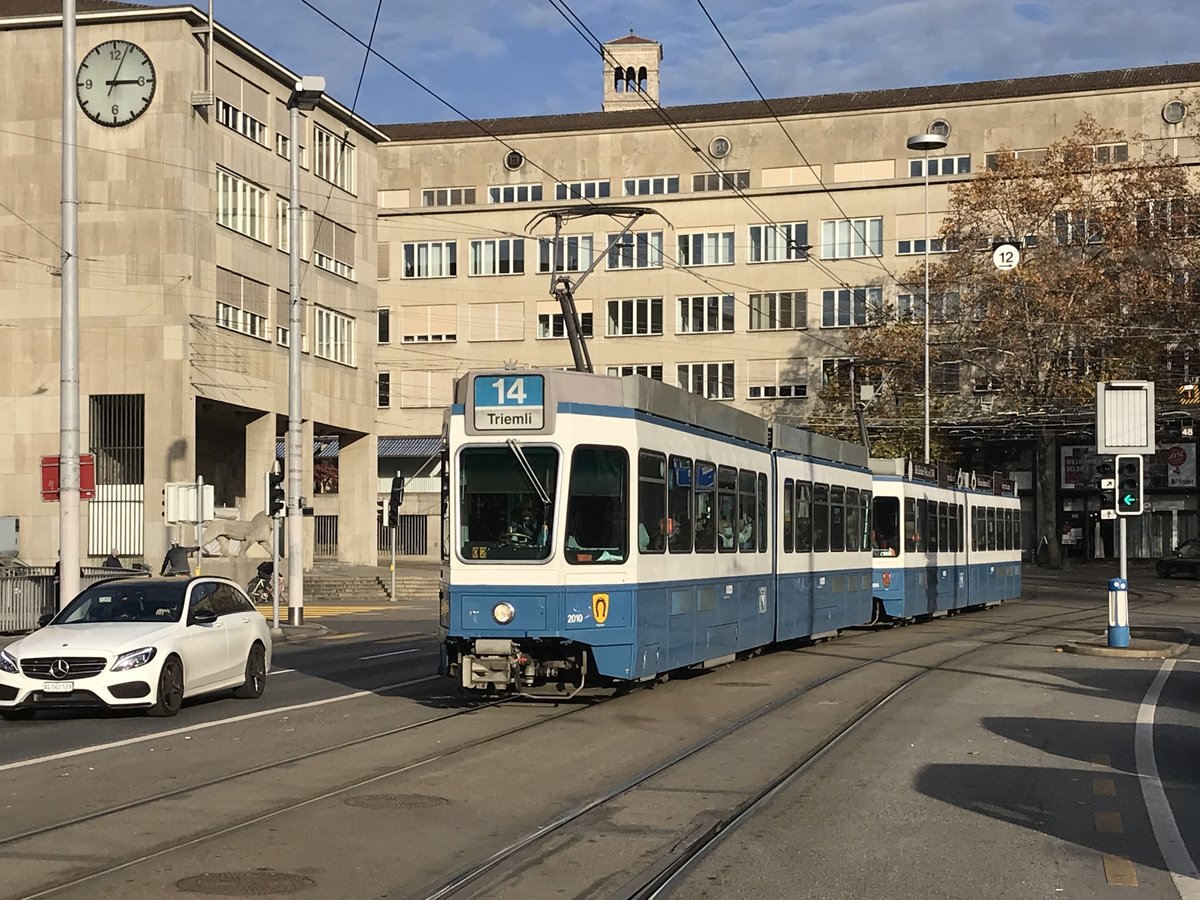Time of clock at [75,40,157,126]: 3:03
